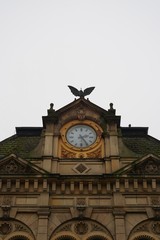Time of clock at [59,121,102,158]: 2:24
